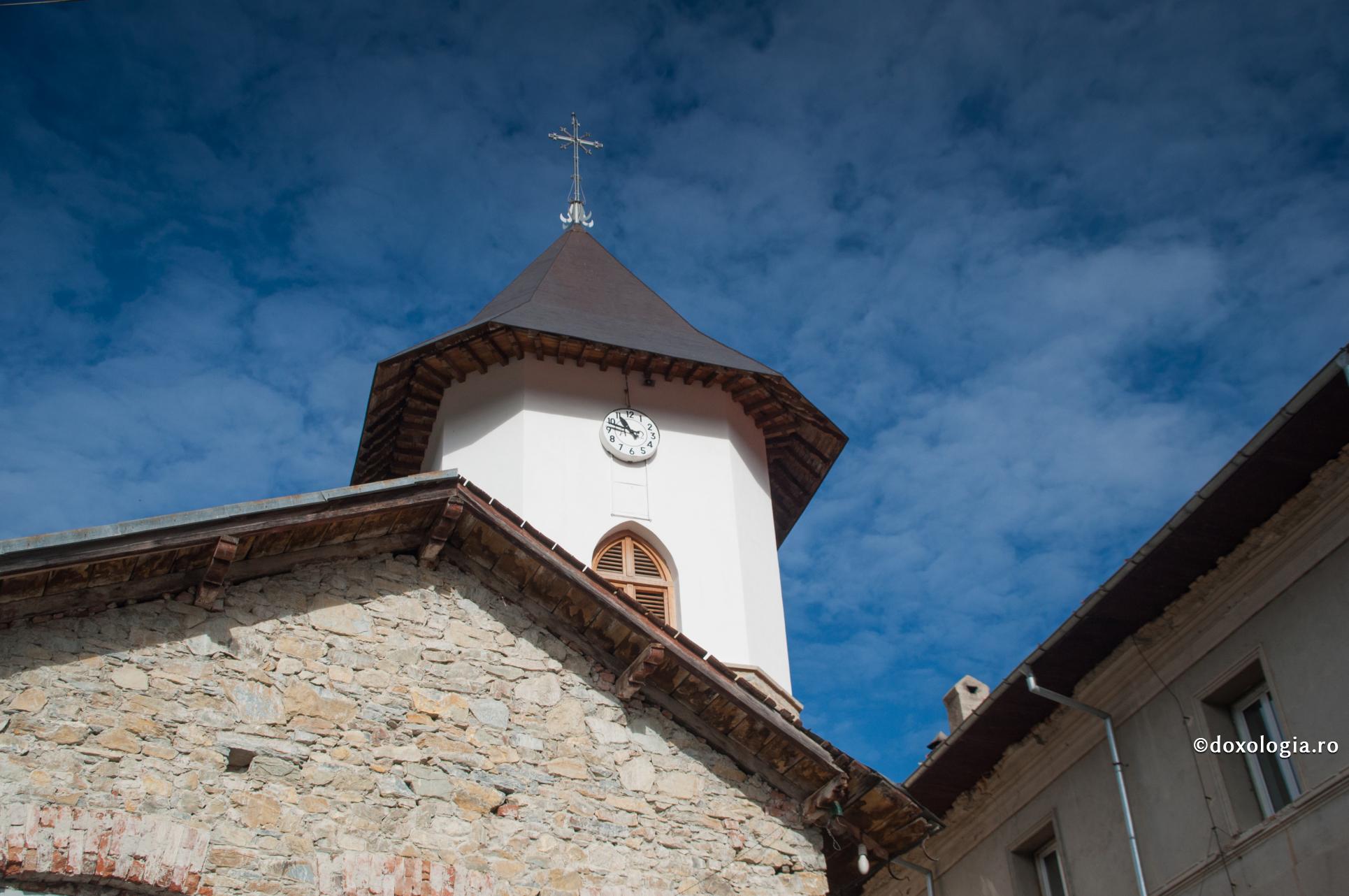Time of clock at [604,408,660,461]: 10:48
